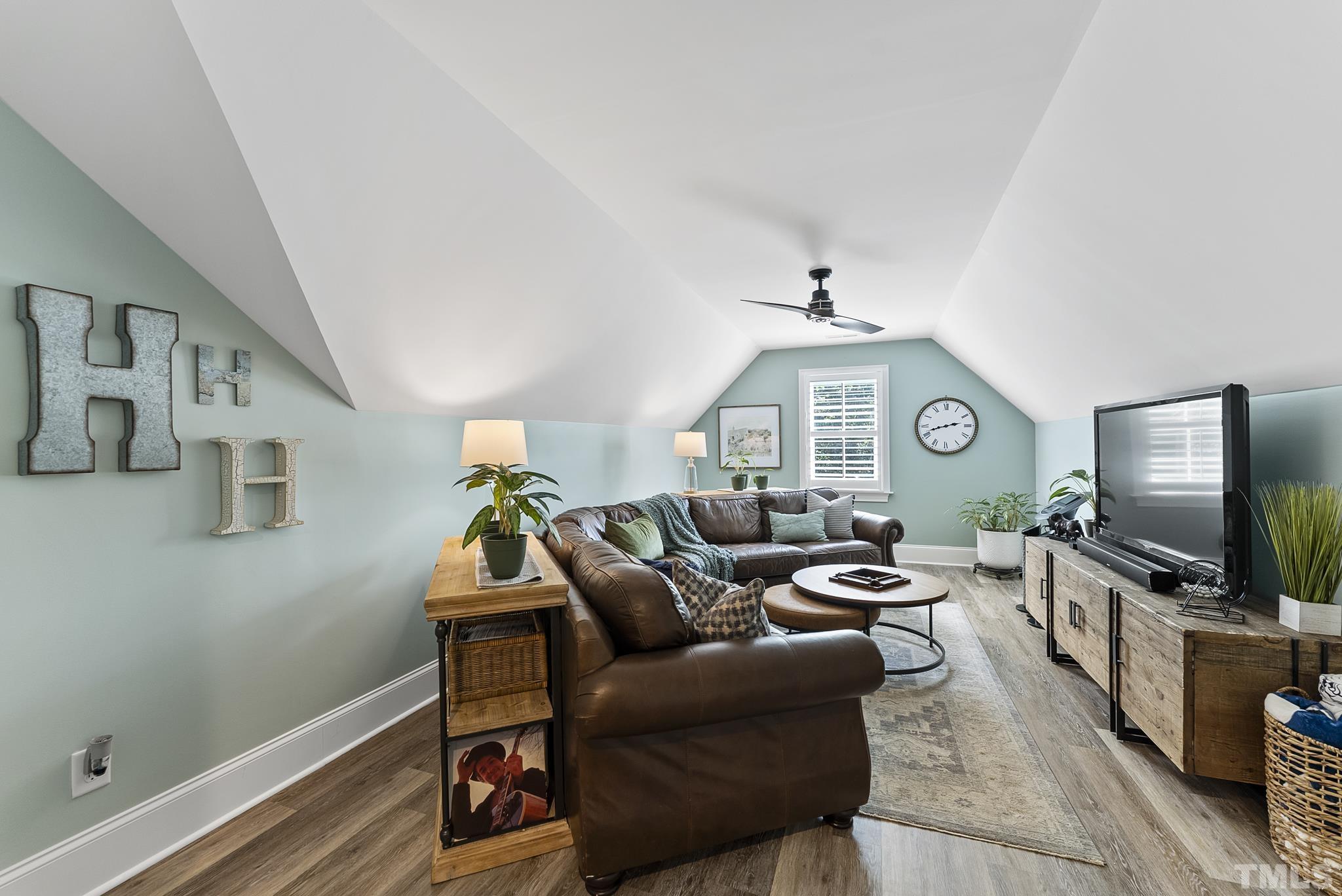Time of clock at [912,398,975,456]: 2:42
